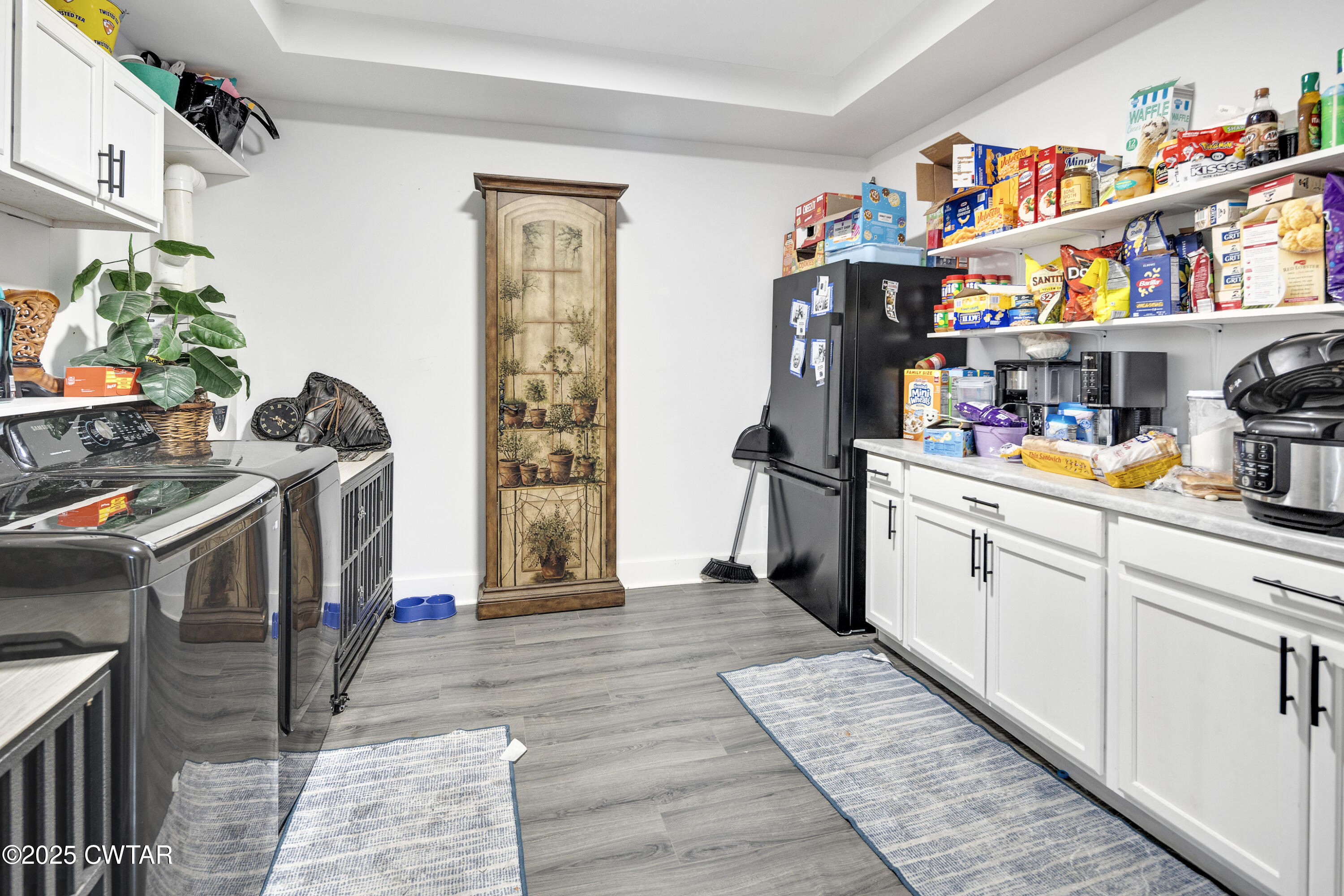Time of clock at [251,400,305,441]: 5:19
